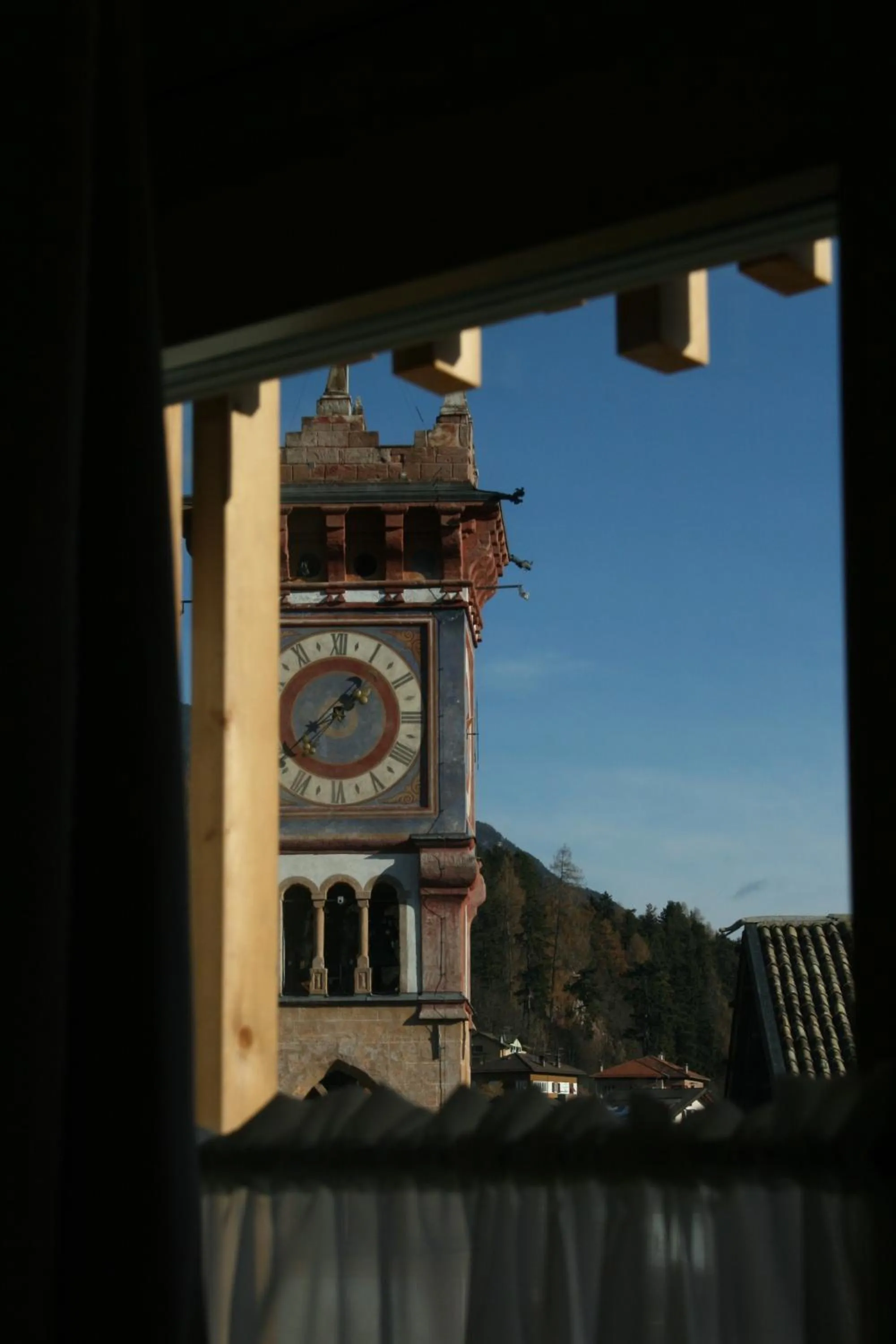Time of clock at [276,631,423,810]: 1:39
